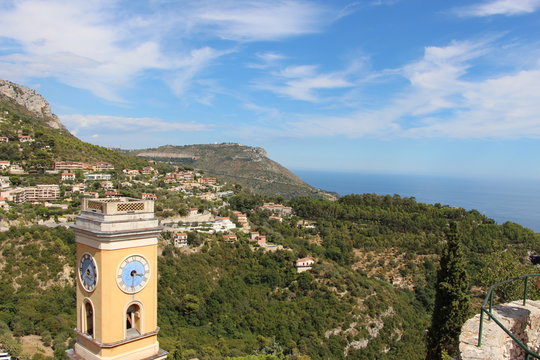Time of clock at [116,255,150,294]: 3:30
